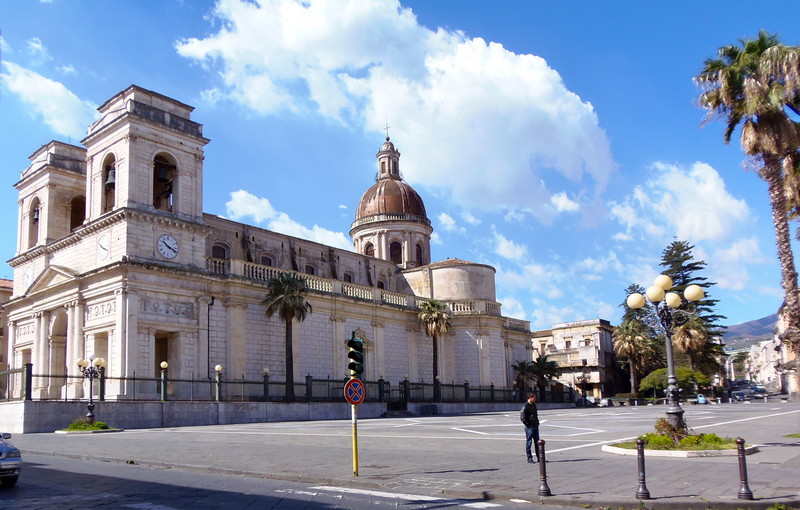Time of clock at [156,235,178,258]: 10:18
